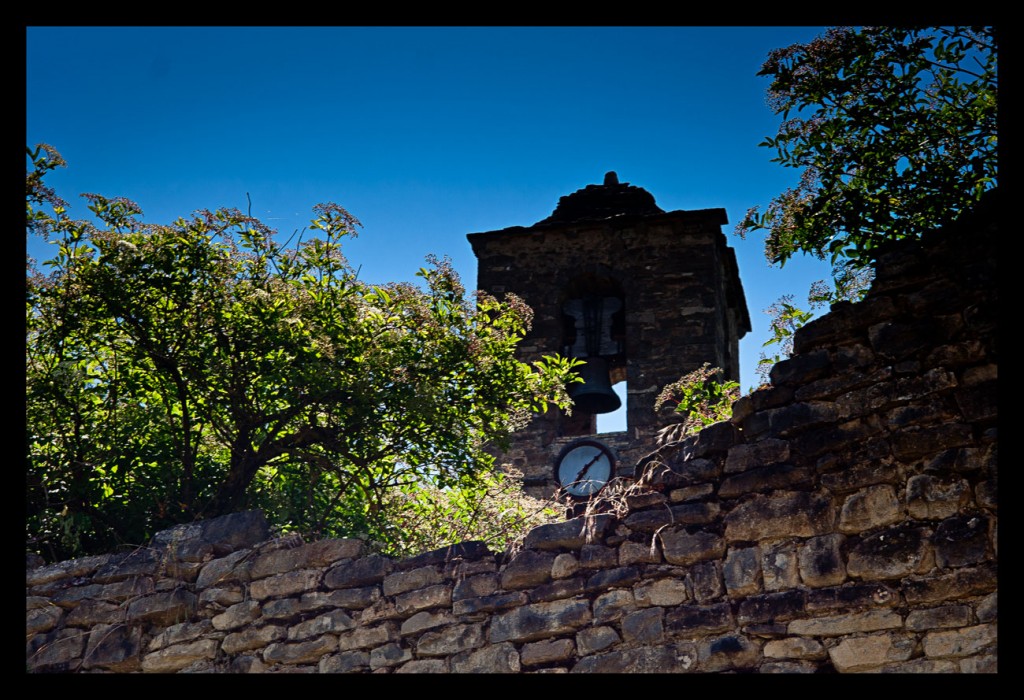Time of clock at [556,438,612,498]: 7:07
